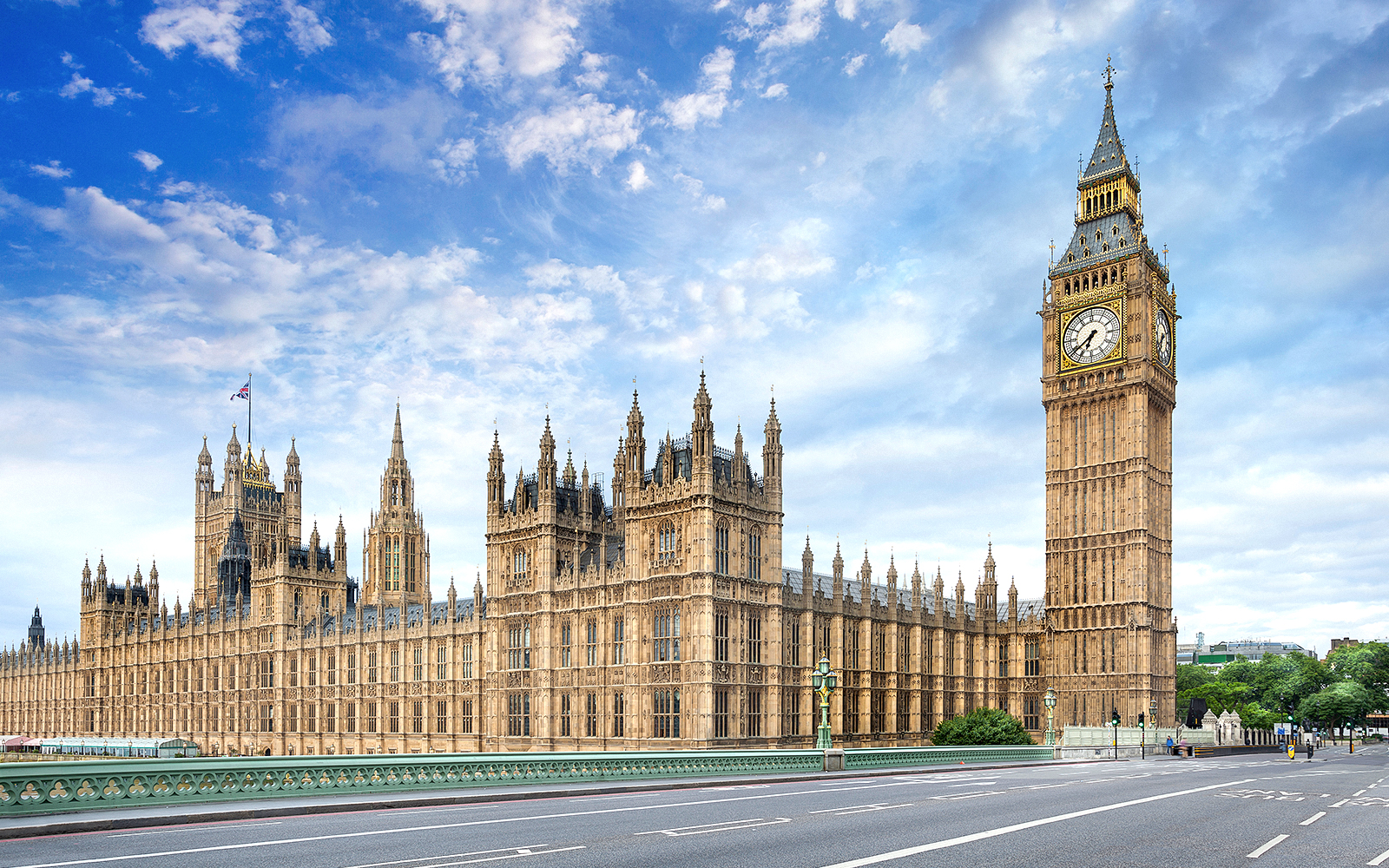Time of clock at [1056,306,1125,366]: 6:38
